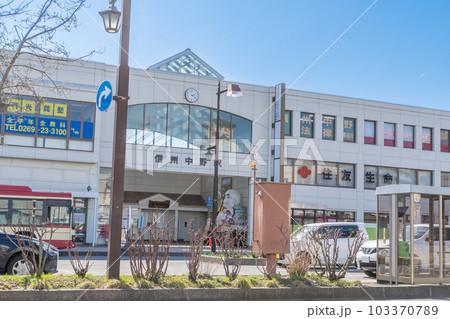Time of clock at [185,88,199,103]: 2:21
